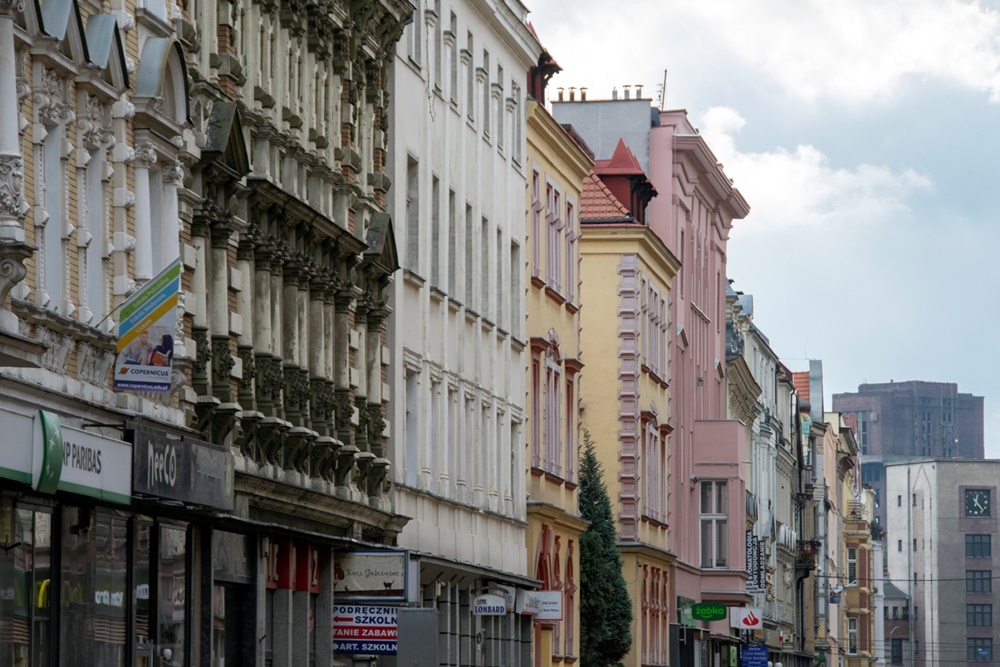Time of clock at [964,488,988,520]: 12:23
